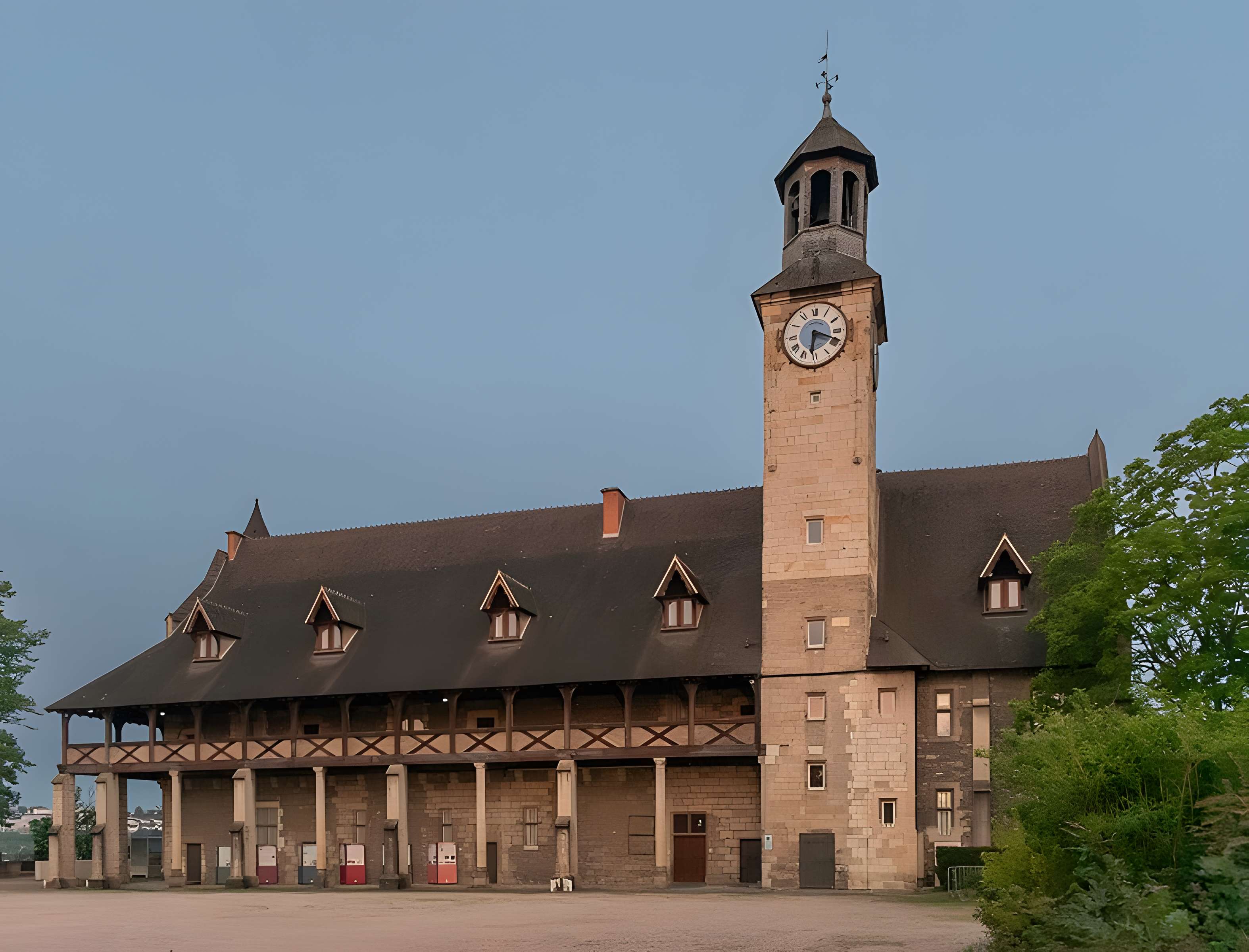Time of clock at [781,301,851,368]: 6:18
